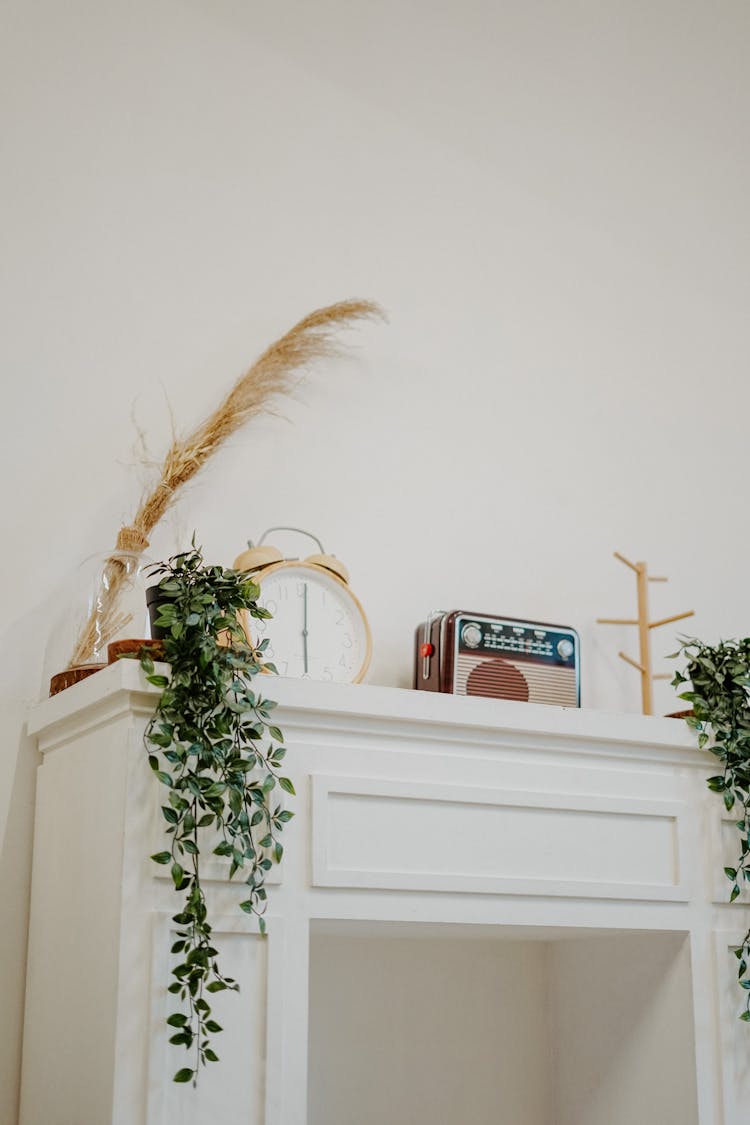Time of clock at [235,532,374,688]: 6:00
